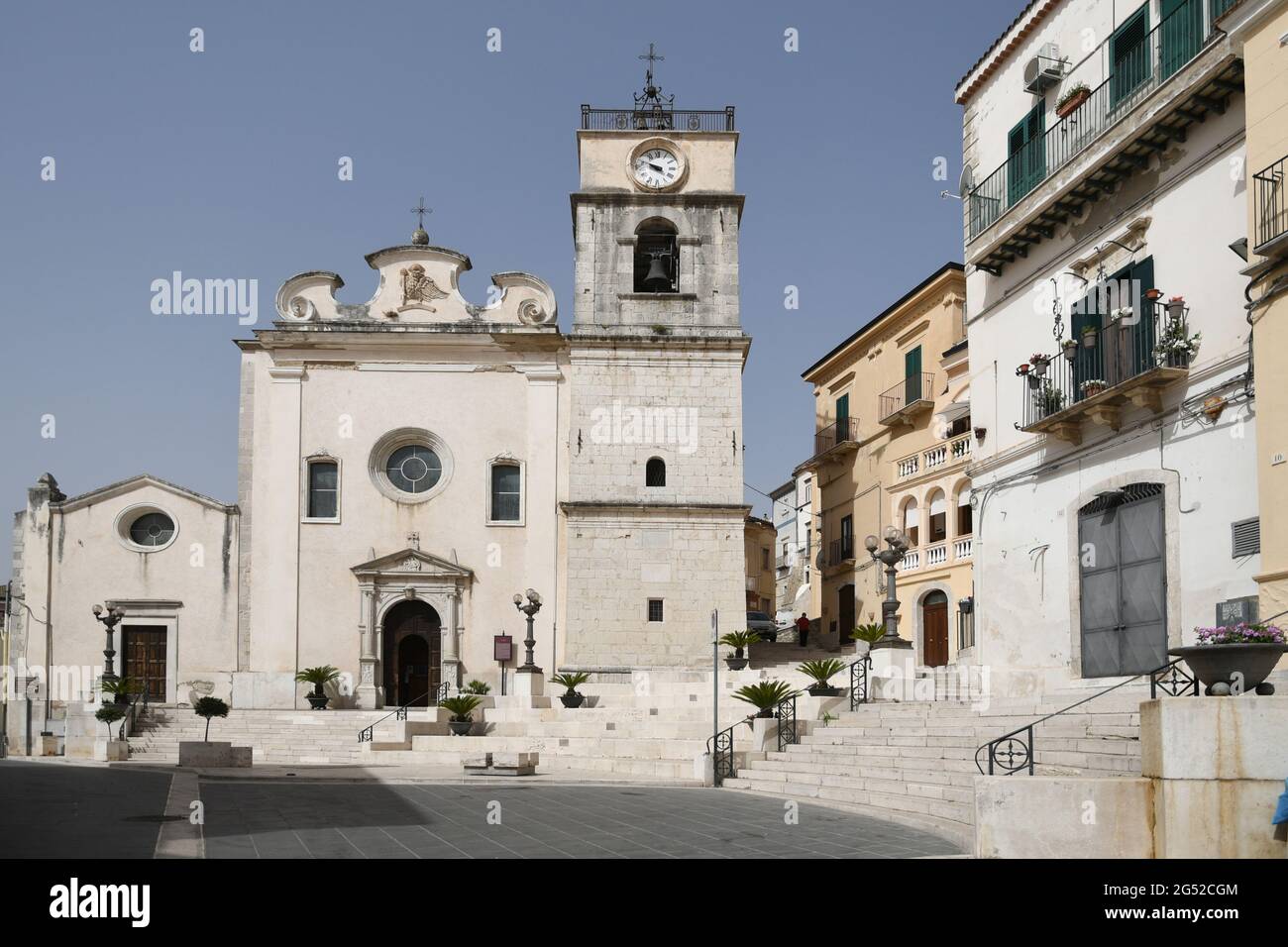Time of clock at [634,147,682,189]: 9:48
